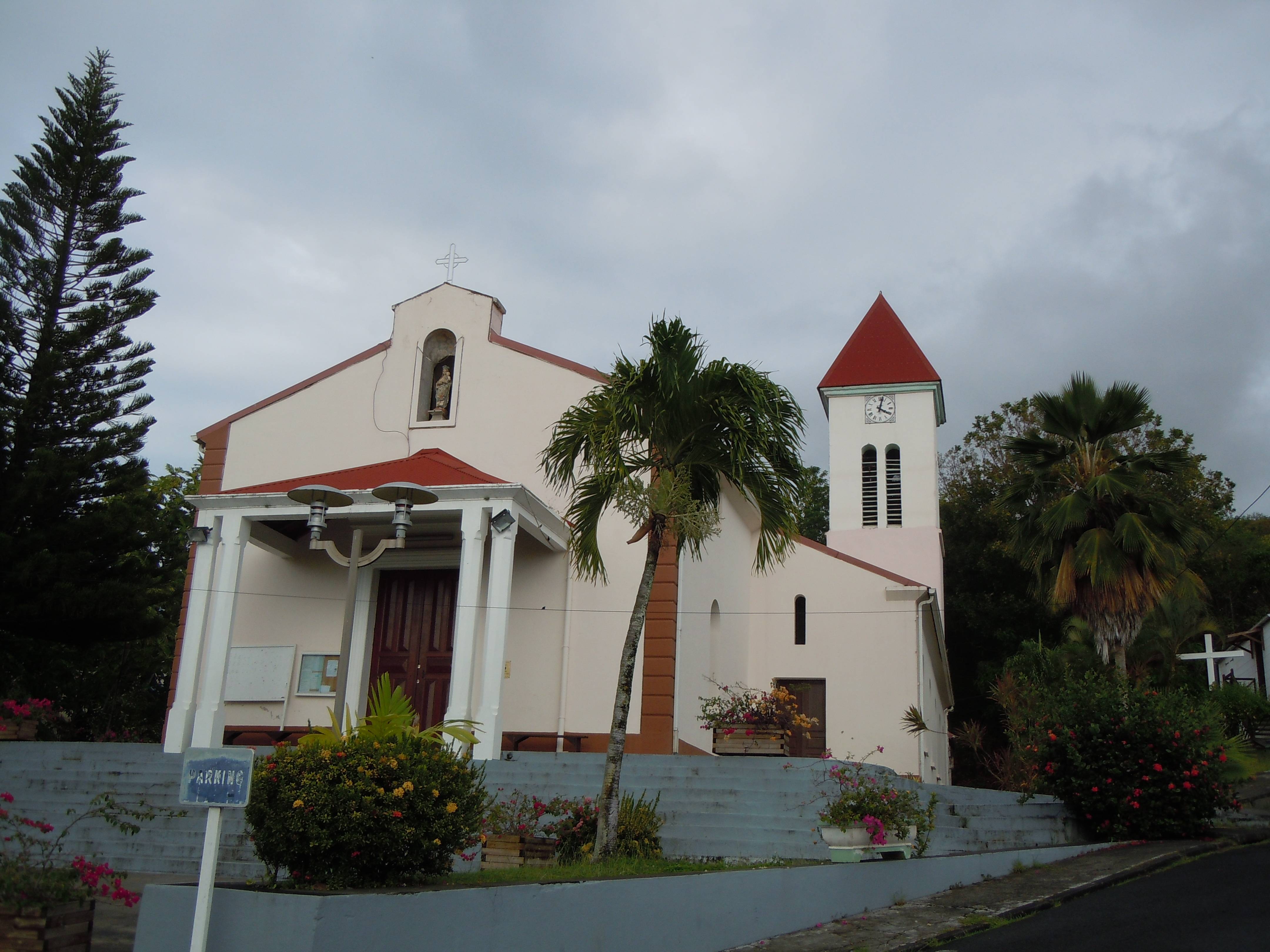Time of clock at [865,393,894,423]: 4:02
